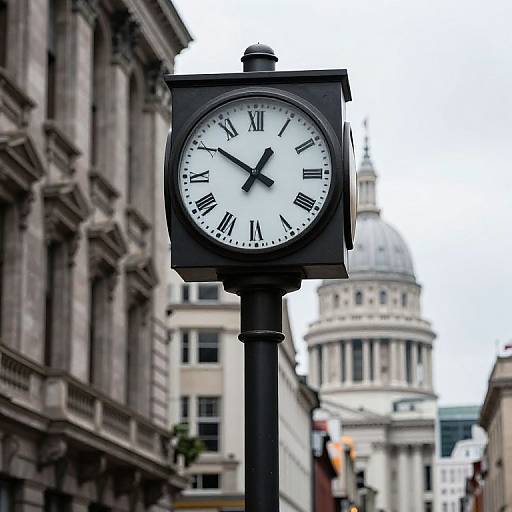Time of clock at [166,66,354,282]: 12:50
